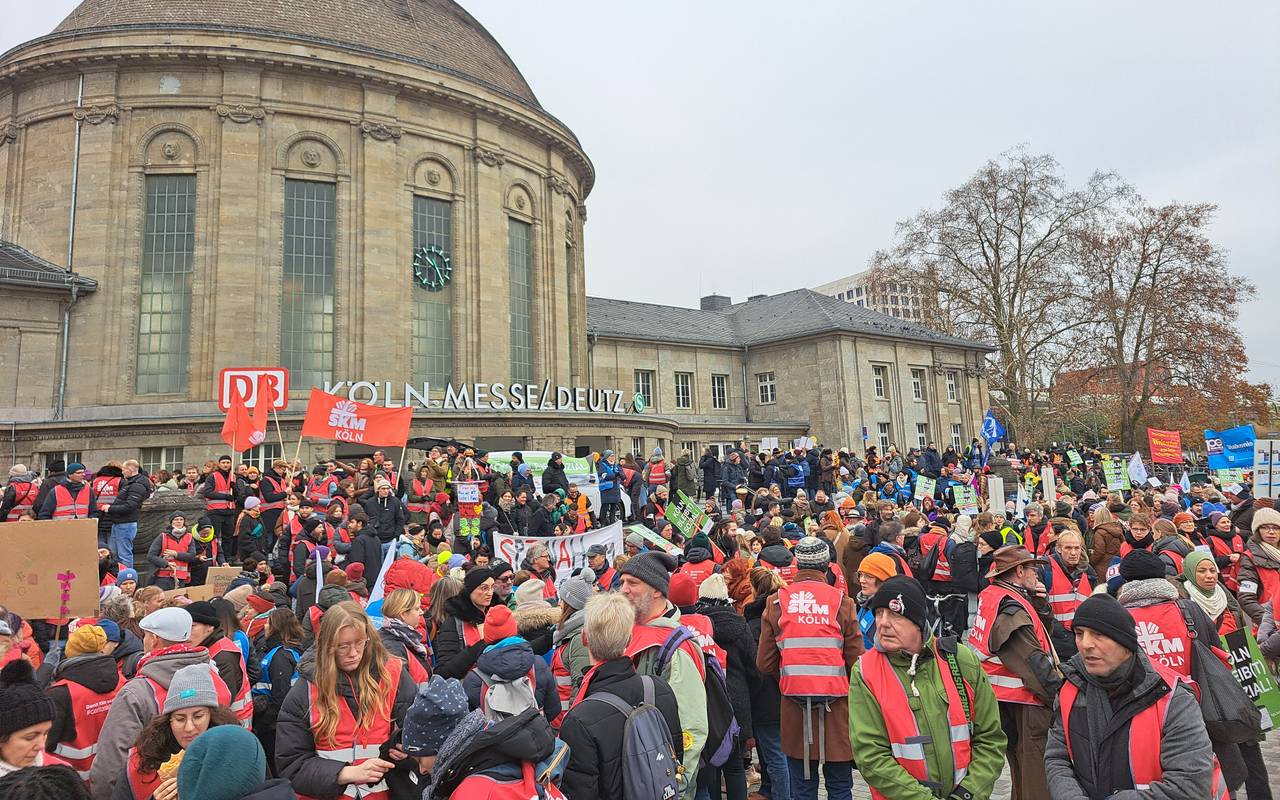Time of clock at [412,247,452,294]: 10:24
